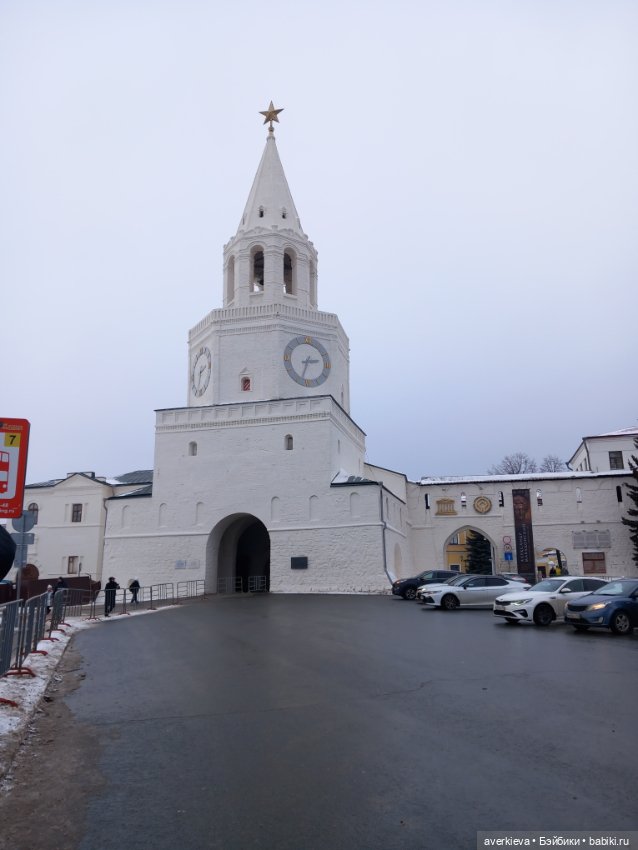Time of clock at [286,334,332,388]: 2:33
